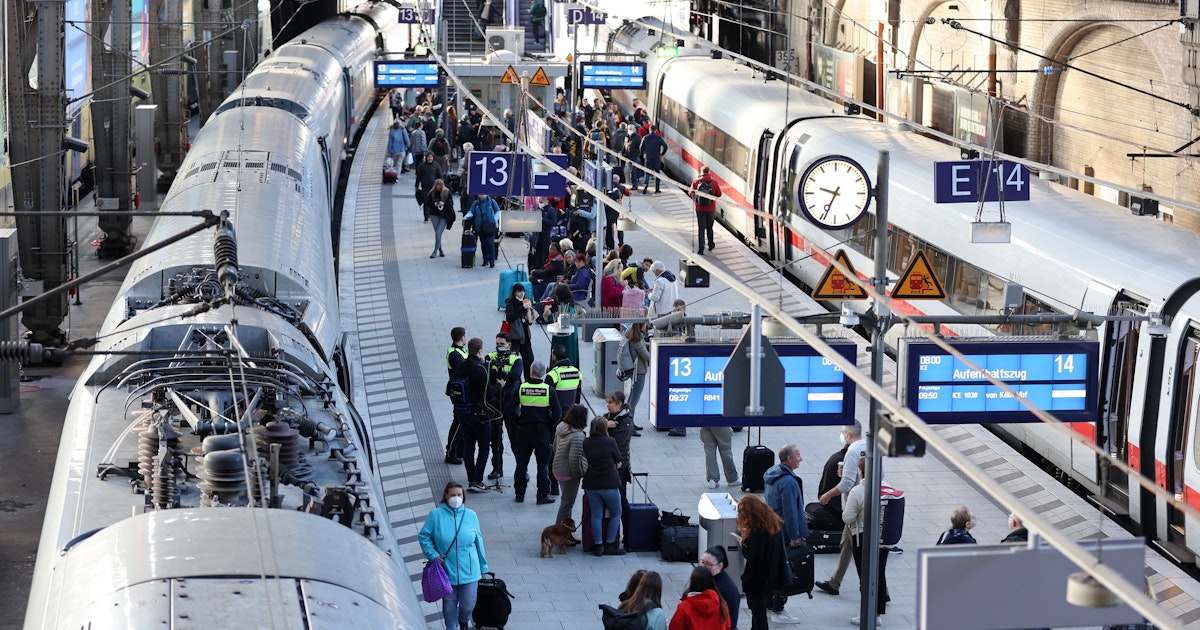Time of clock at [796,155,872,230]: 9:34
